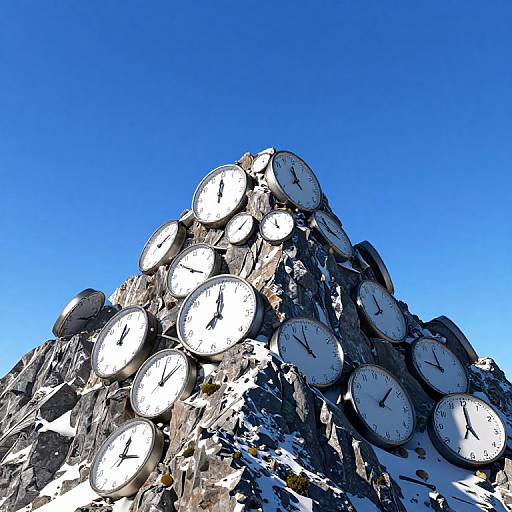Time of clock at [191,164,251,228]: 11:59
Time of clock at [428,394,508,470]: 6:59
